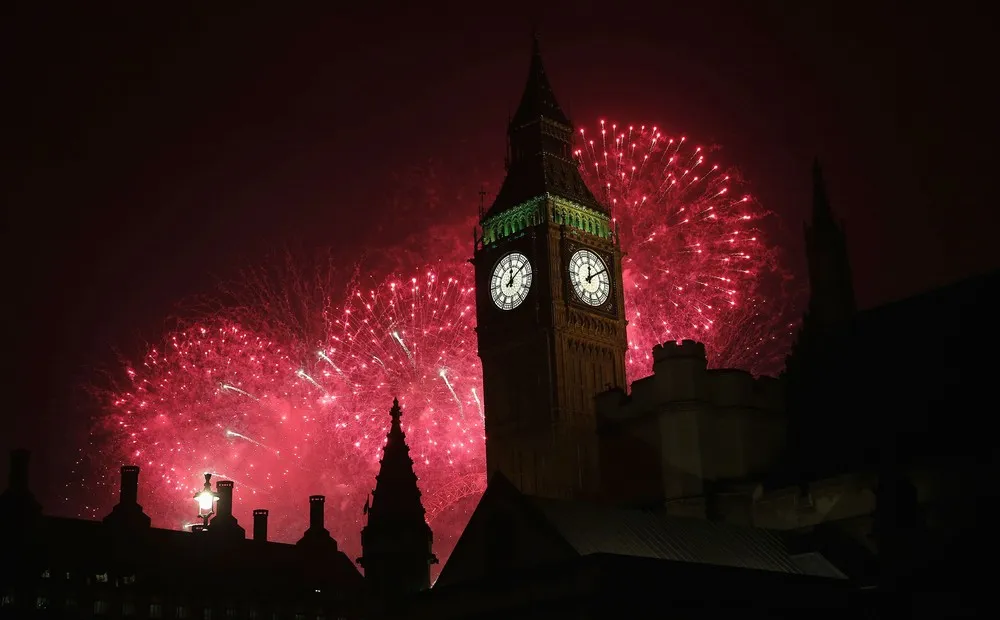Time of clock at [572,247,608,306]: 12:09
